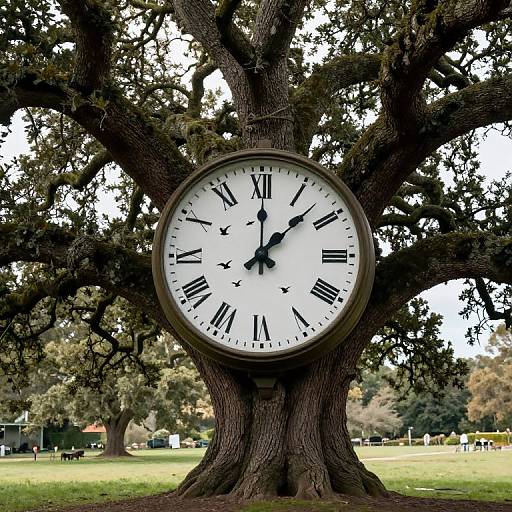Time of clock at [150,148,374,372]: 12:07
